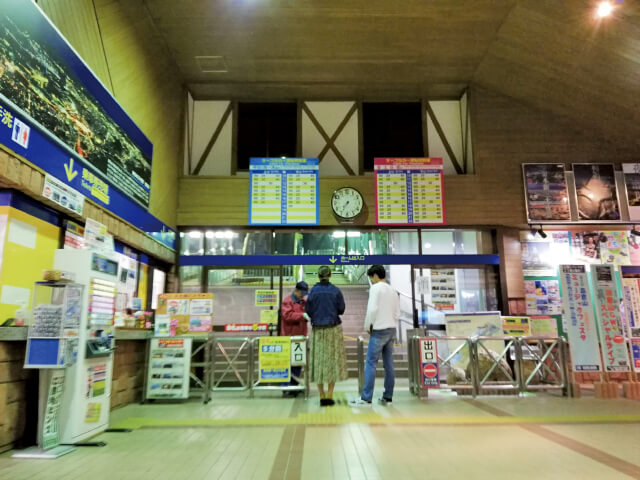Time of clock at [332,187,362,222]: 7:35
